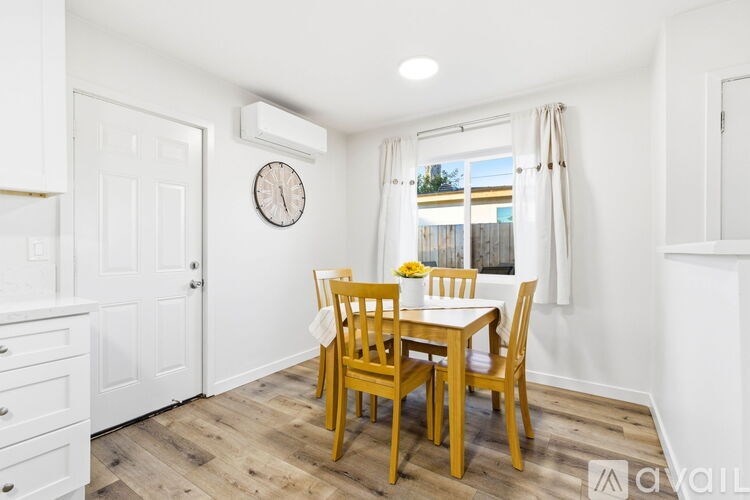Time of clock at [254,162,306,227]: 5:26
